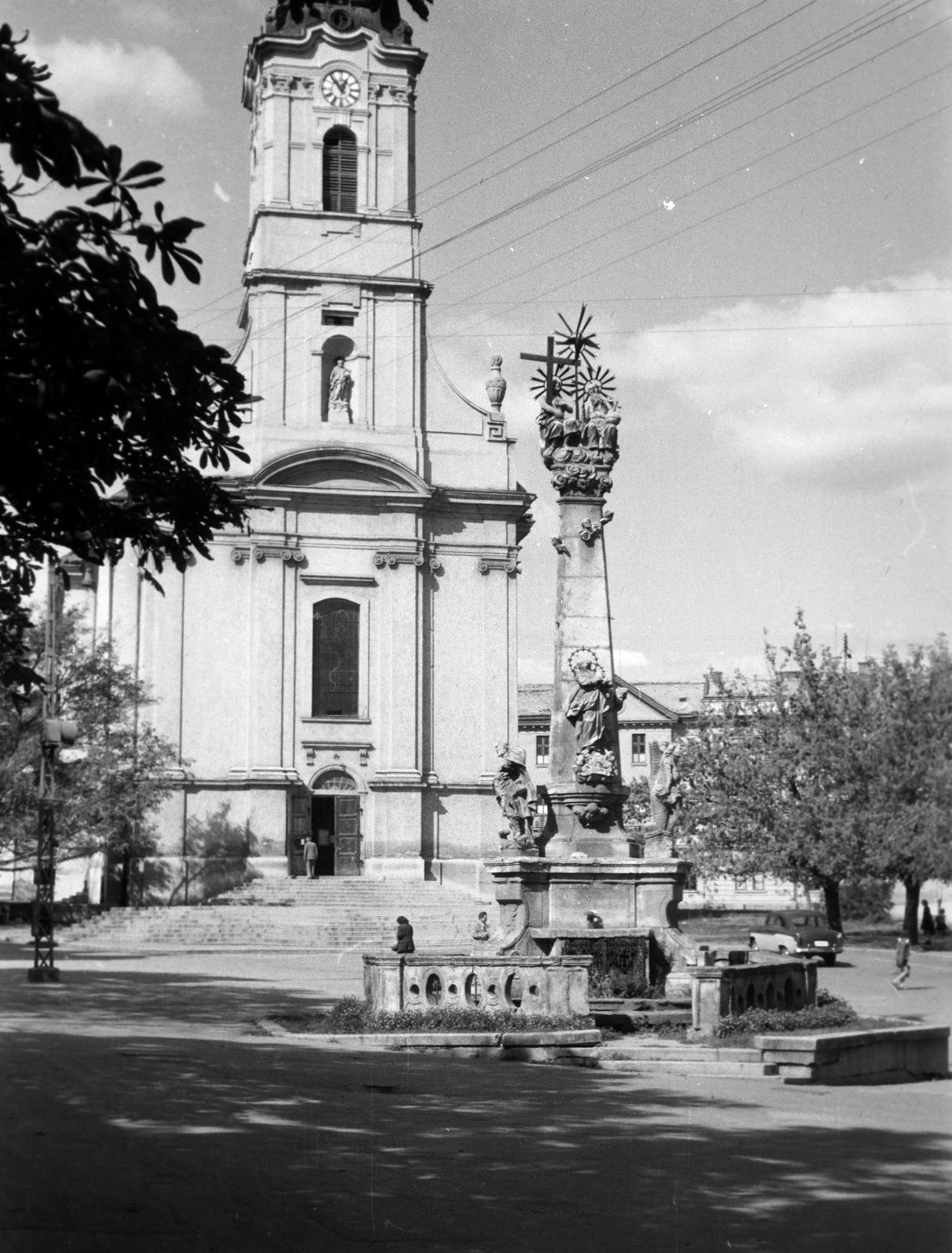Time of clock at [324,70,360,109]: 12:53
